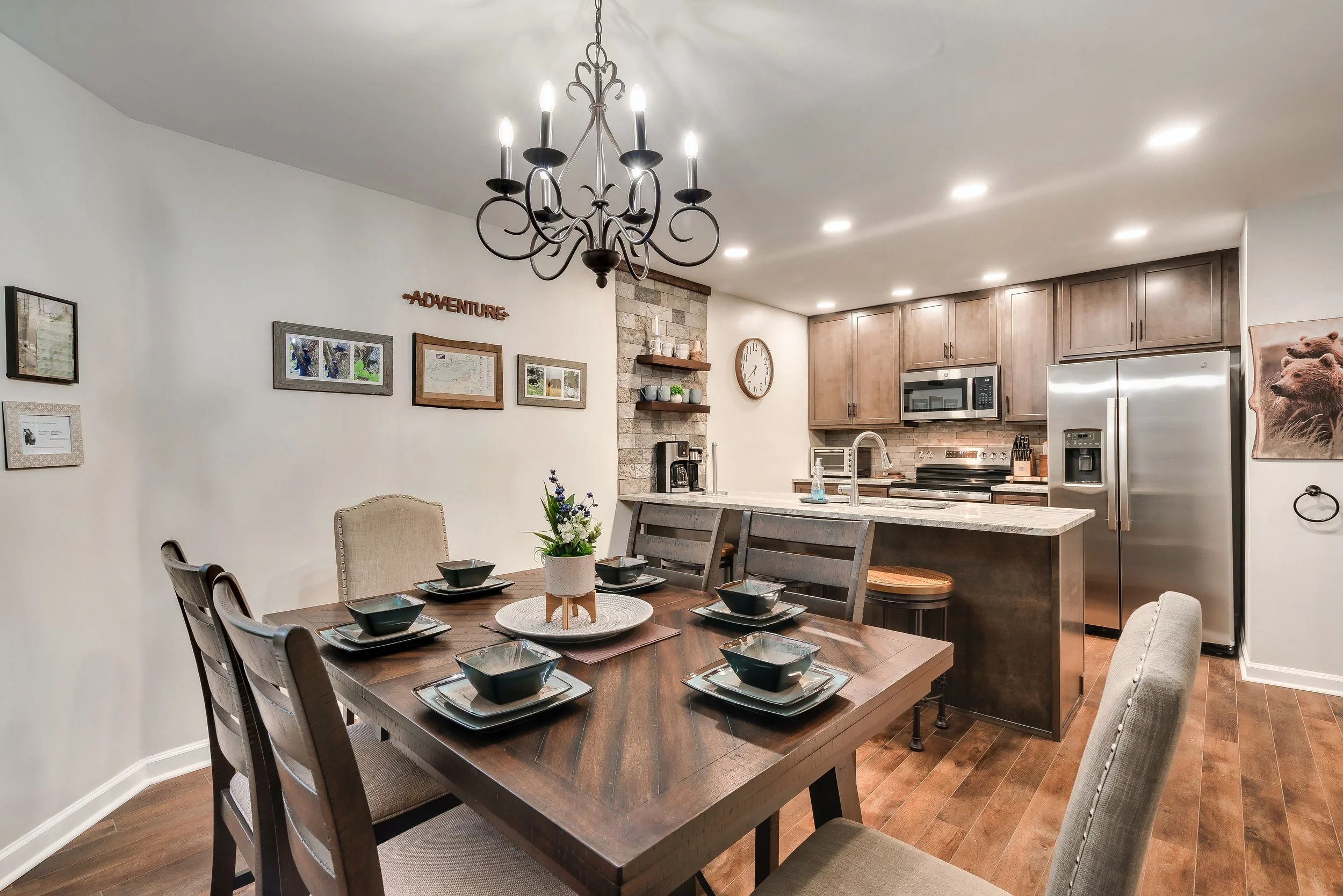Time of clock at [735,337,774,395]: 6:38
